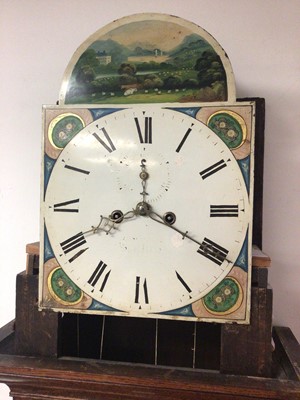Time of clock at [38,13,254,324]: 8:19
